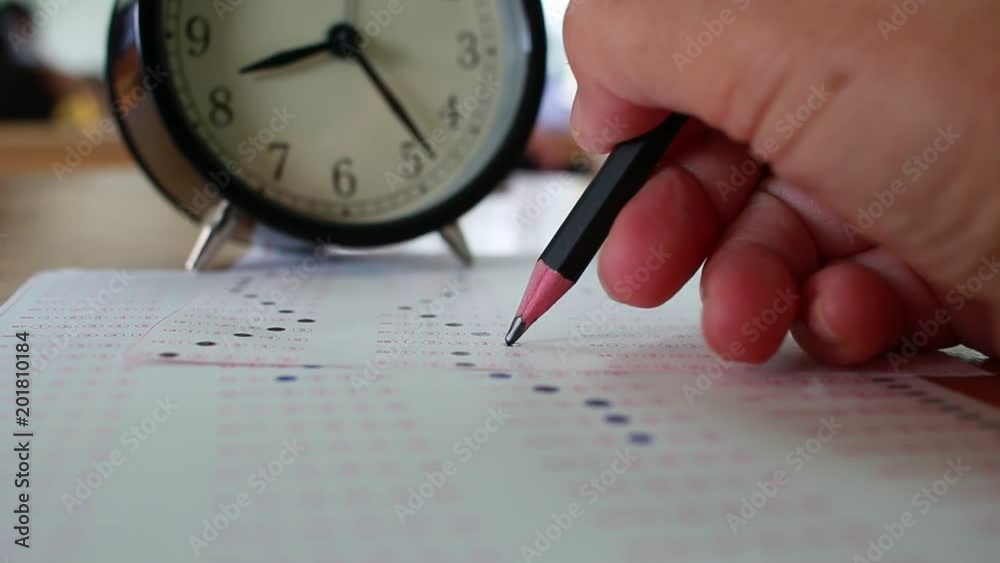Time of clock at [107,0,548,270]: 8:23
